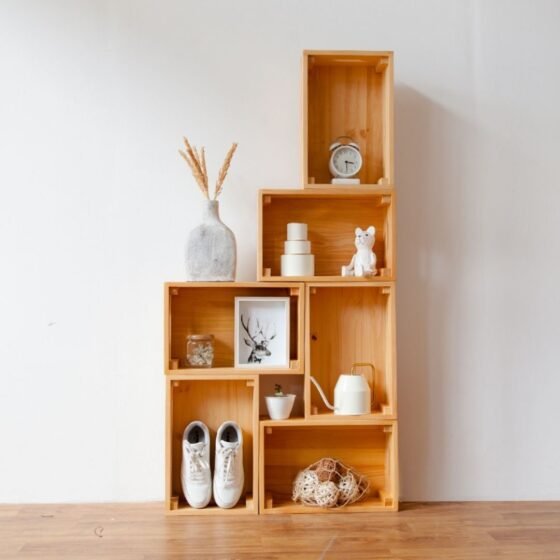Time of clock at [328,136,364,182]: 3:29
